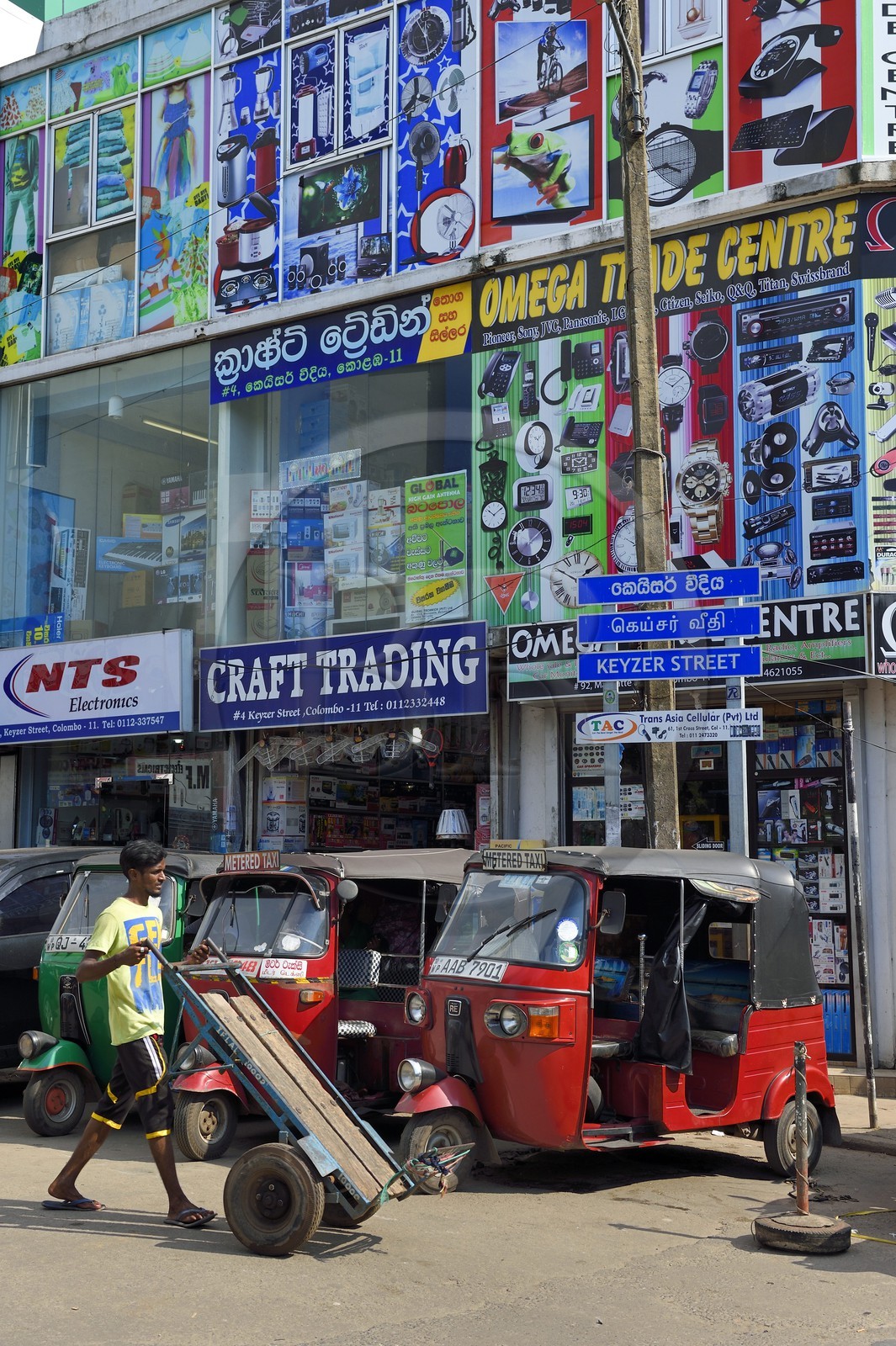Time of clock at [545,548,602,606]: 1:50
